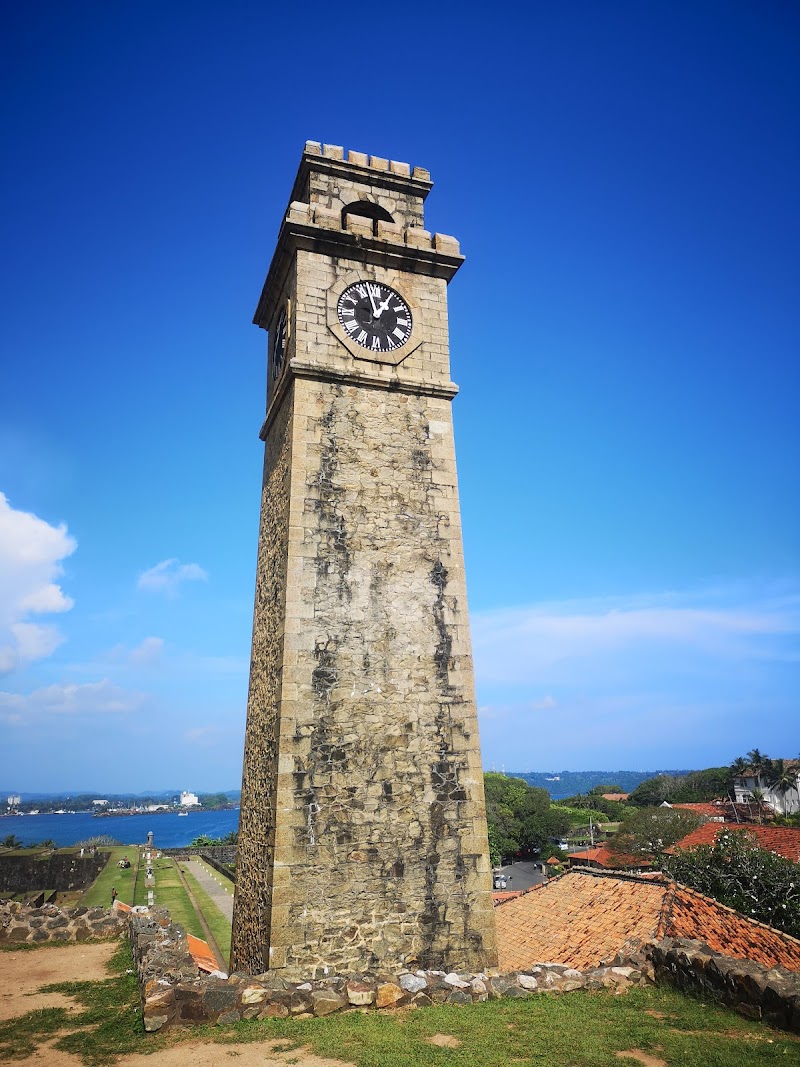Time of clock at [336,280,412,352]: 12:57
